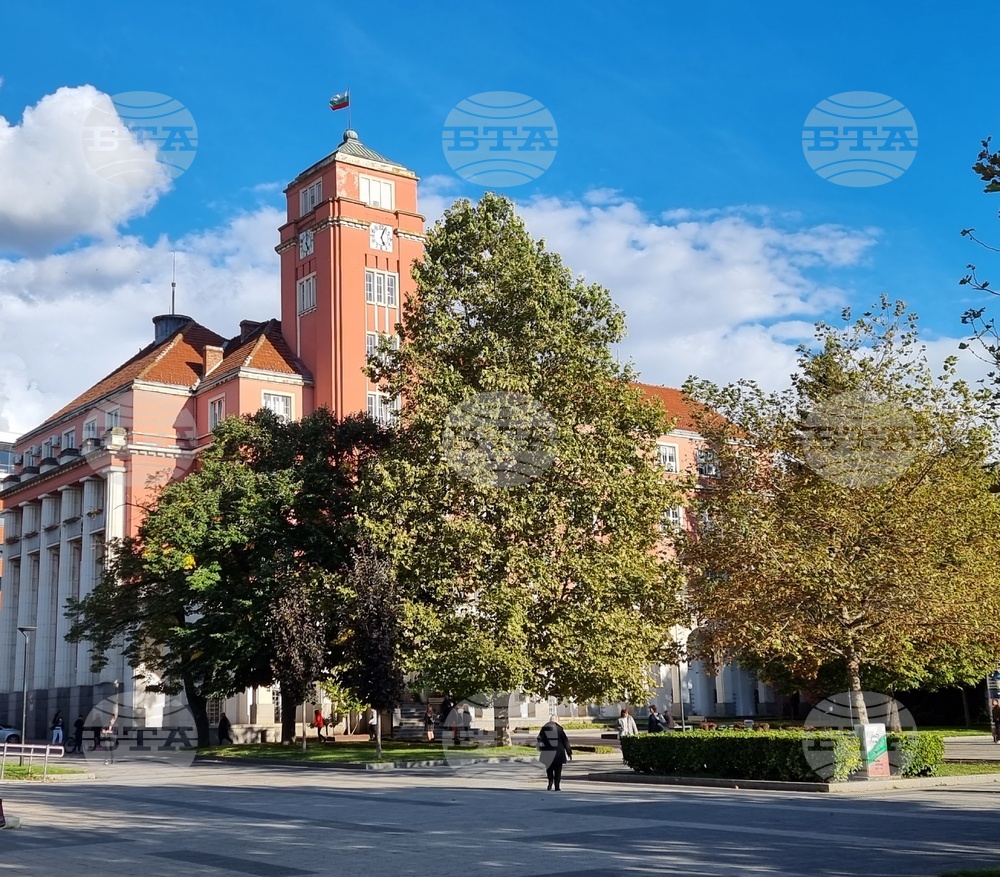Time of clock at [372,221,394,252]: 5:04
